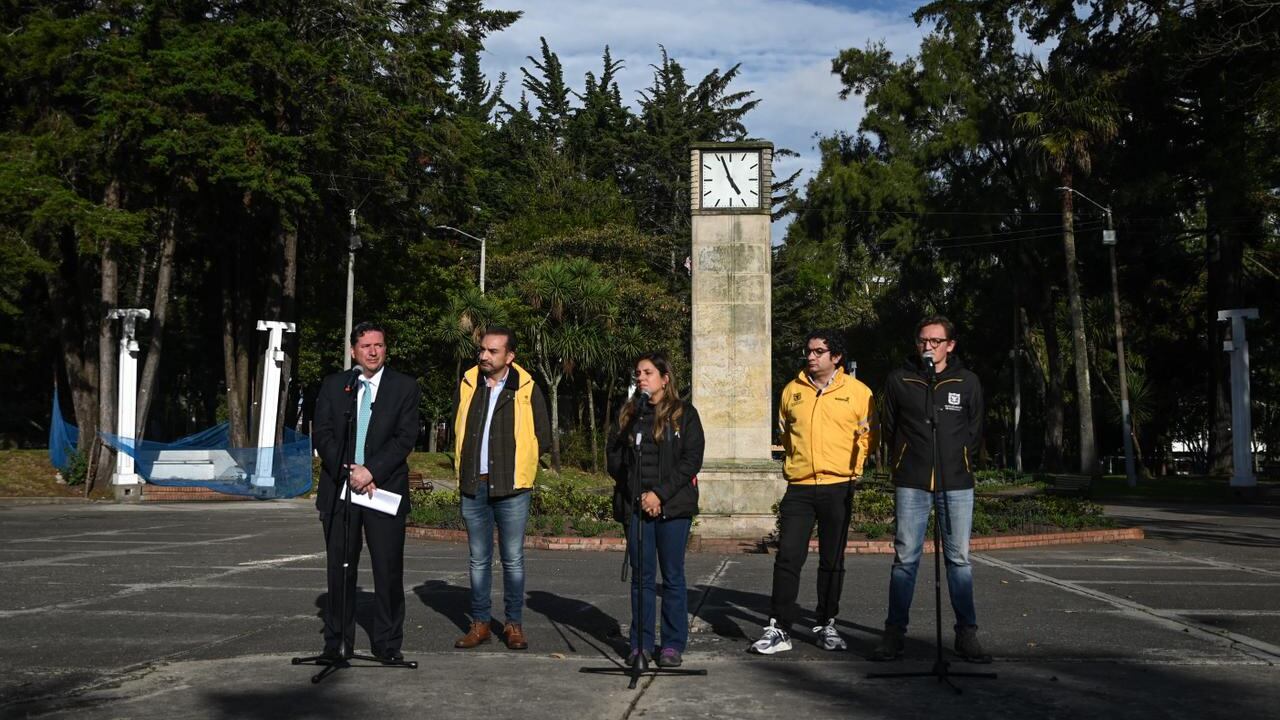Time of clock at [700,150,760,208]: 4:56
